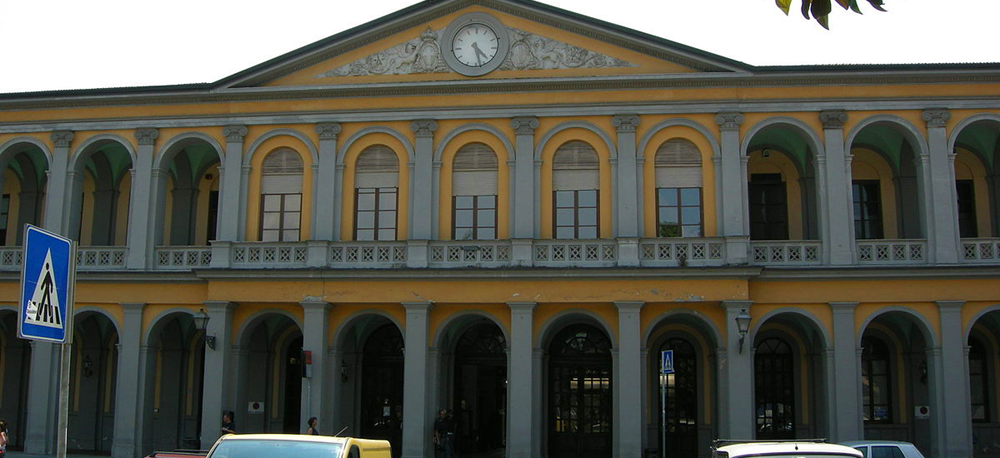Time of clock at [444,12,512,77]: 4:27
